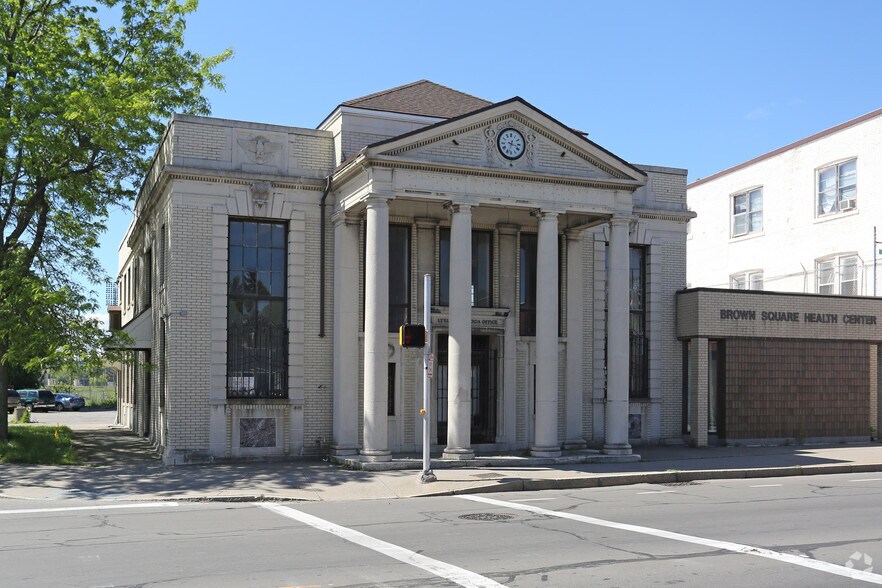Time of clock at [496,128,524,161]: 3:32
